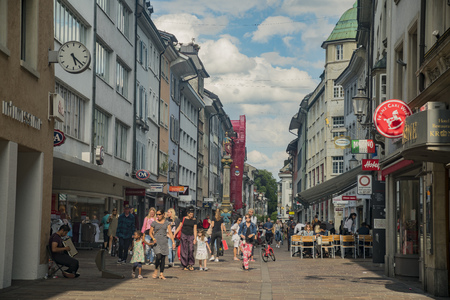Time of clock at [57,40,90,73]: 5:22
